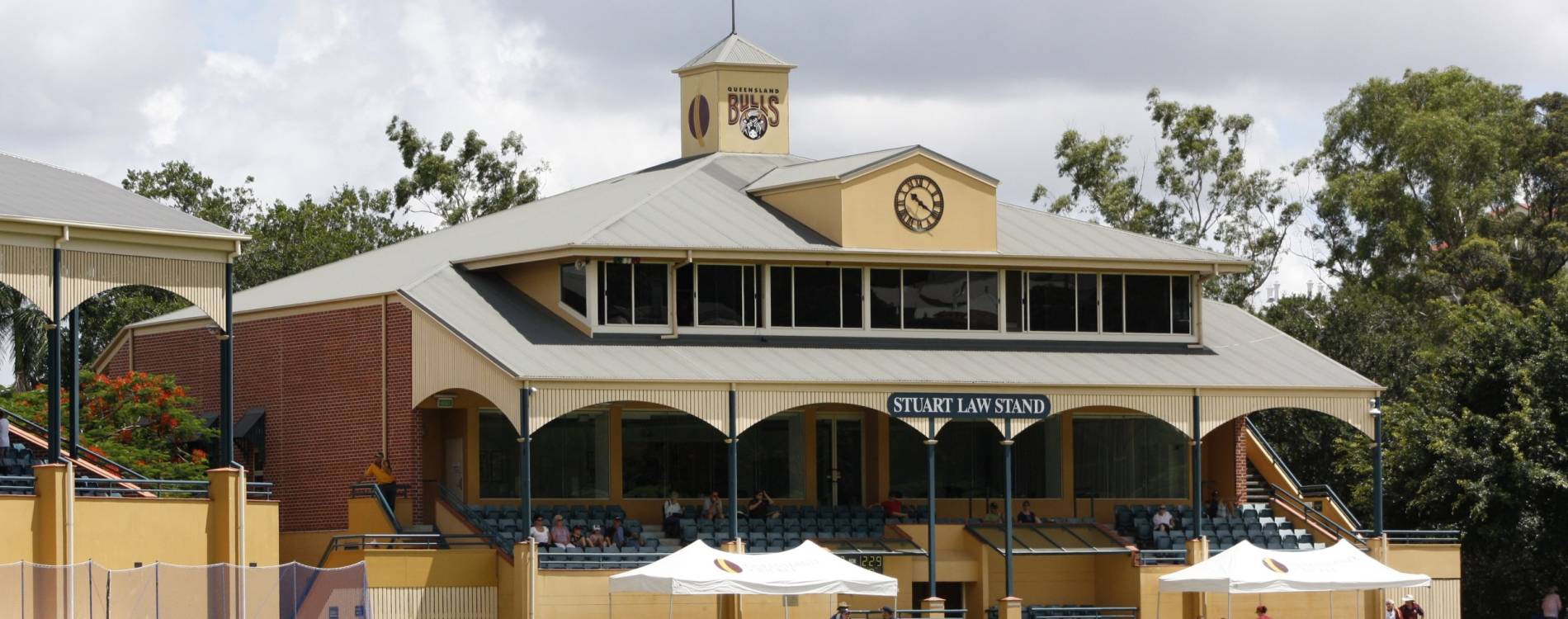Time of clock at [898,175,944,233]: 10:20
